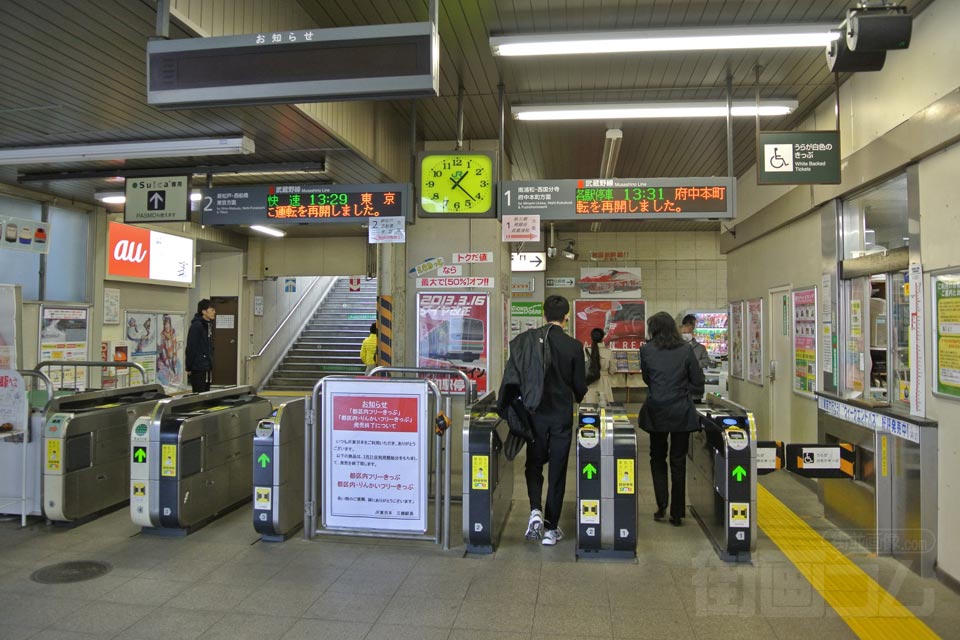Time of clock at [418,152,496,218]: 1:22
